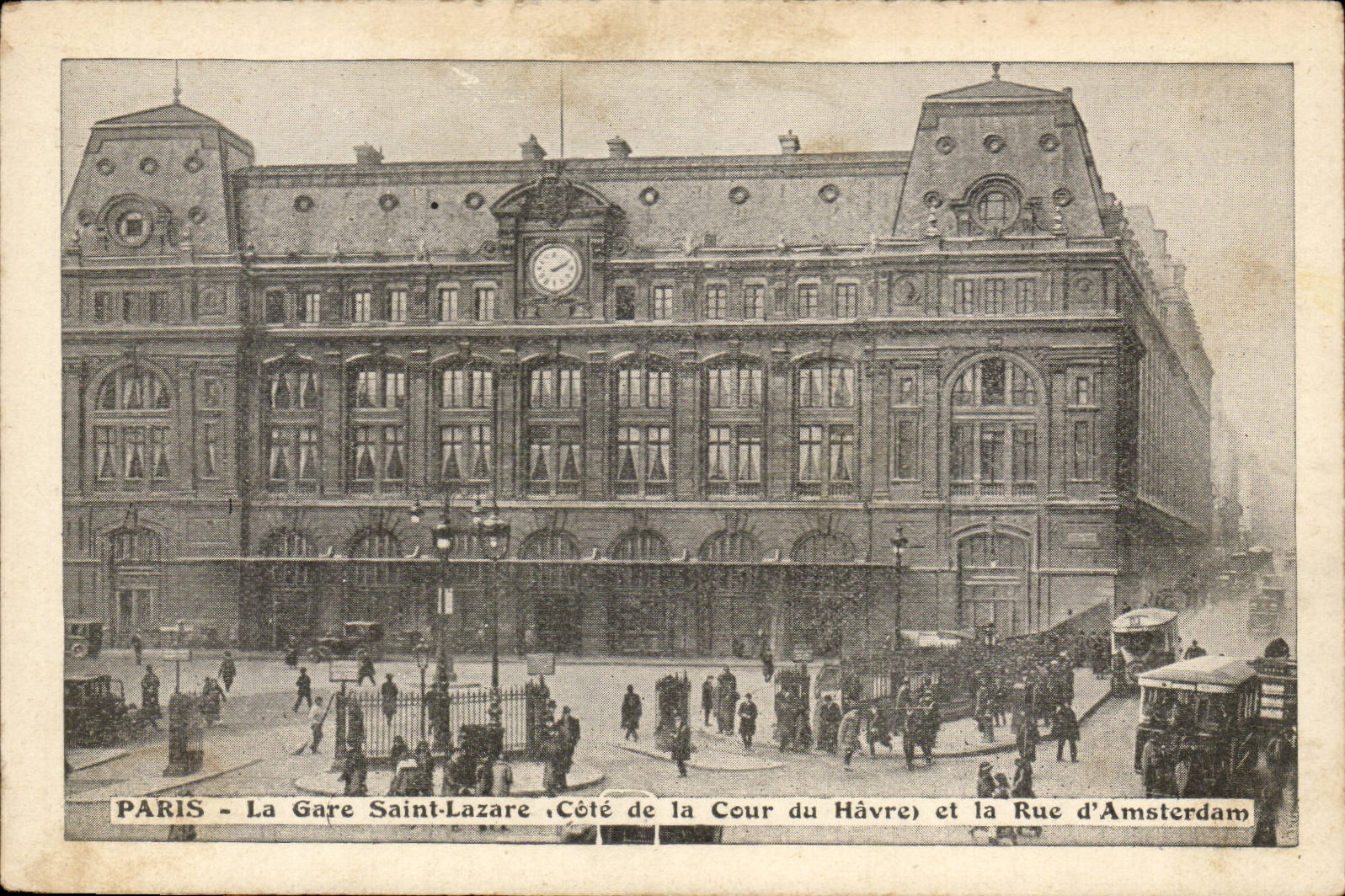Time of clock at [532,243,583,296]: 2:09
